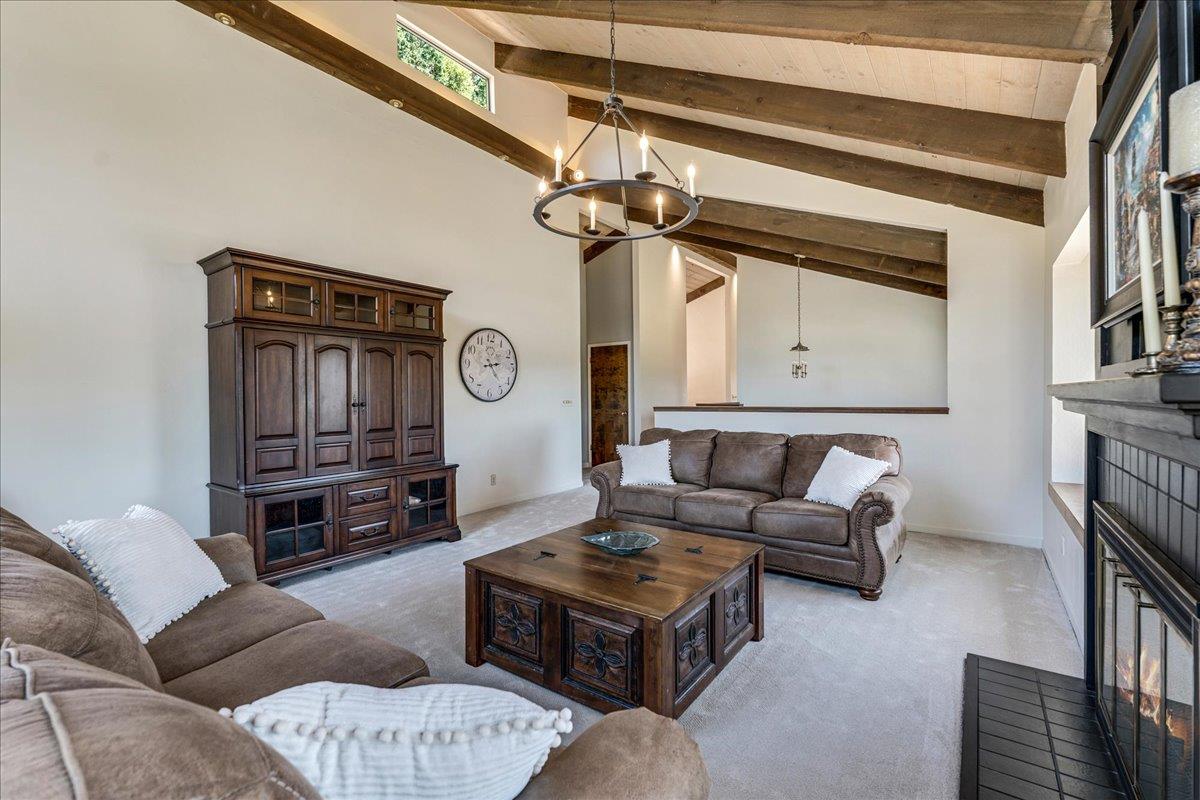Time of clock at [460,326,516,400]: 2:23
